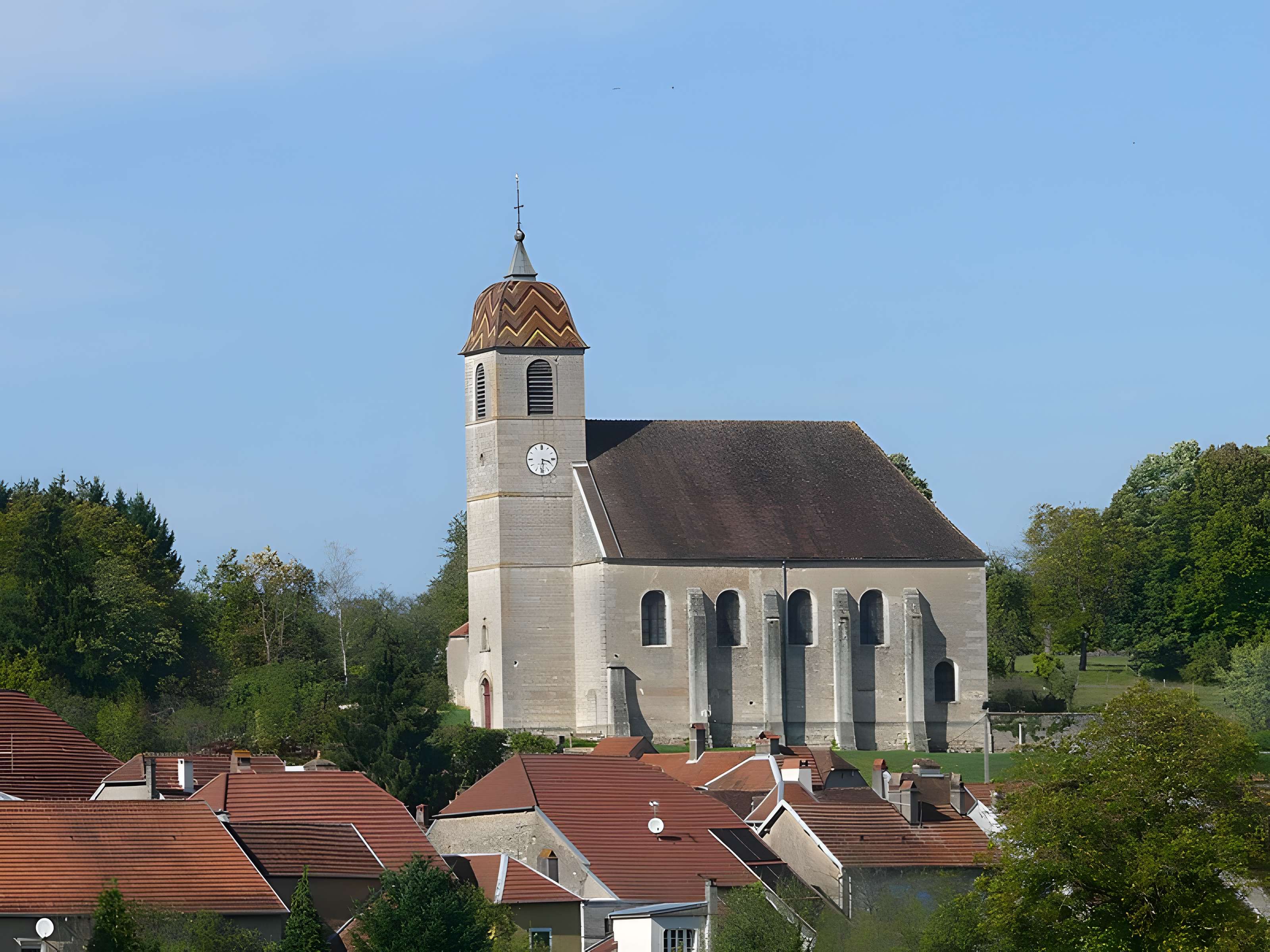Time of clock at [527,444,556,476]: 3:29
